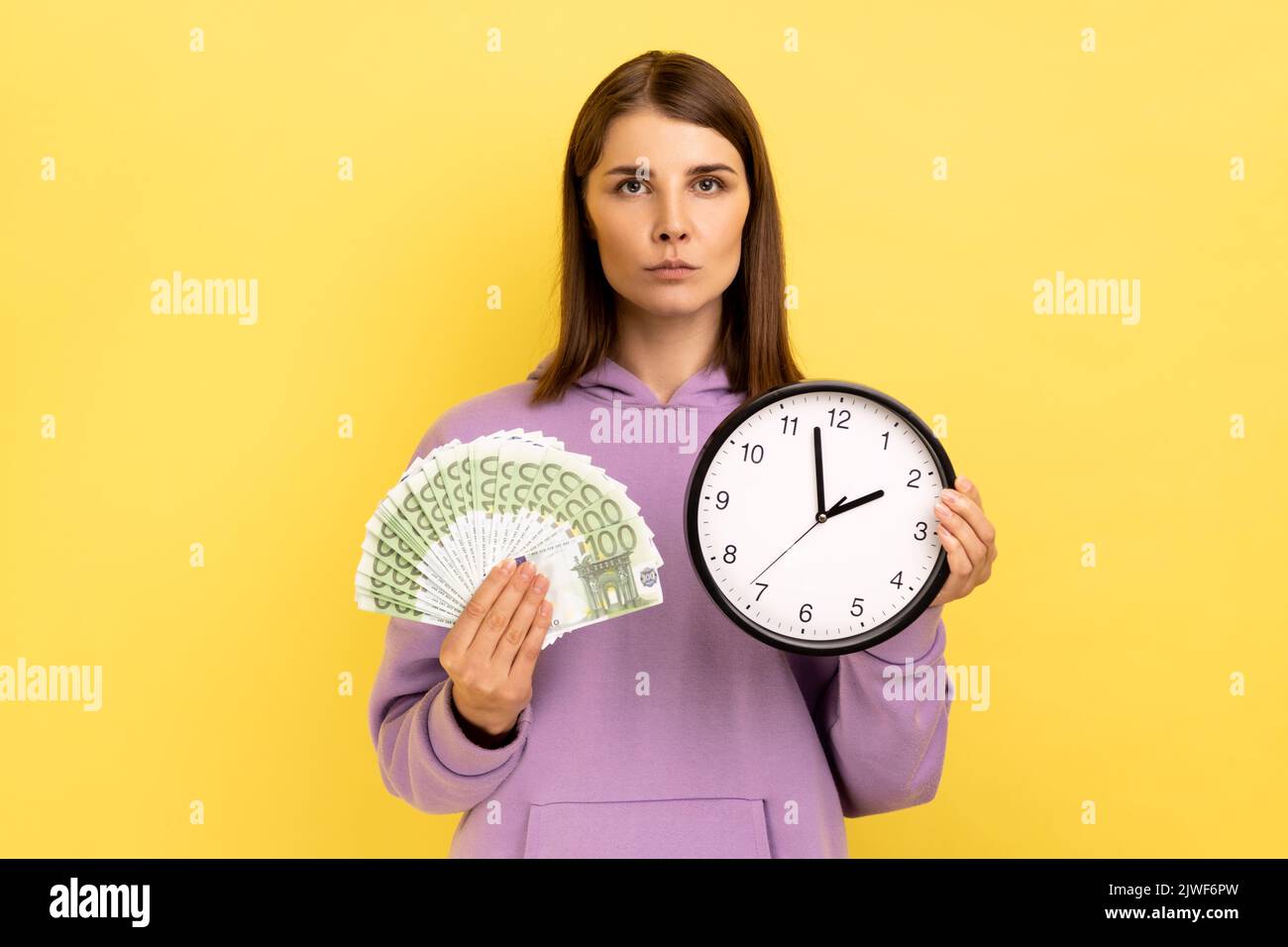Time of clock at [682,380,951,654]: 1:57
